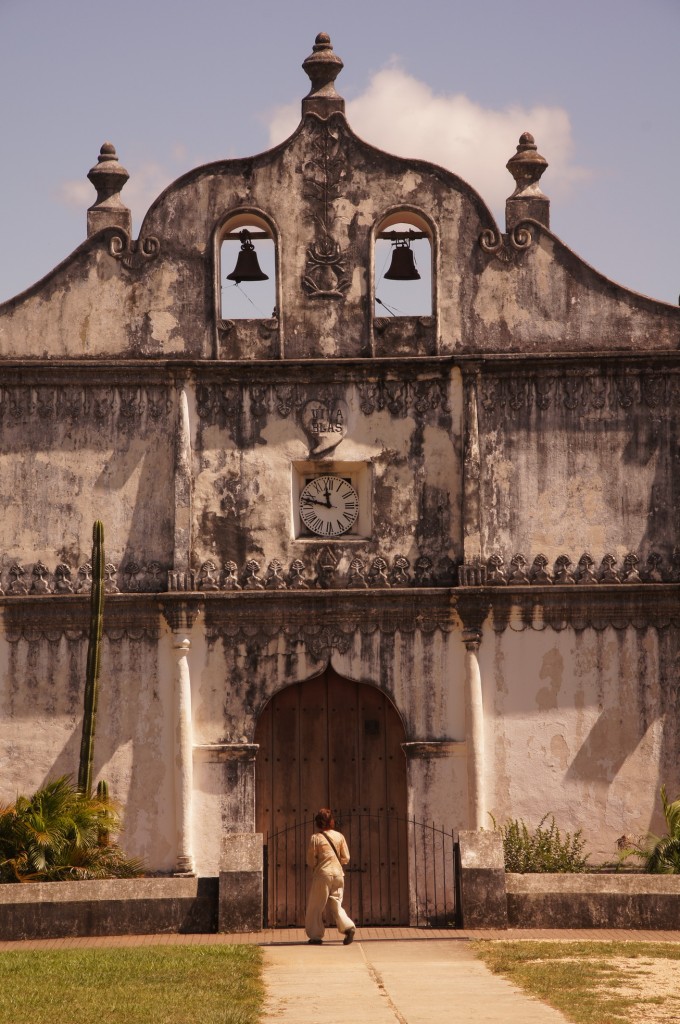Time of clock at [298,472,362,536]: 11:47
